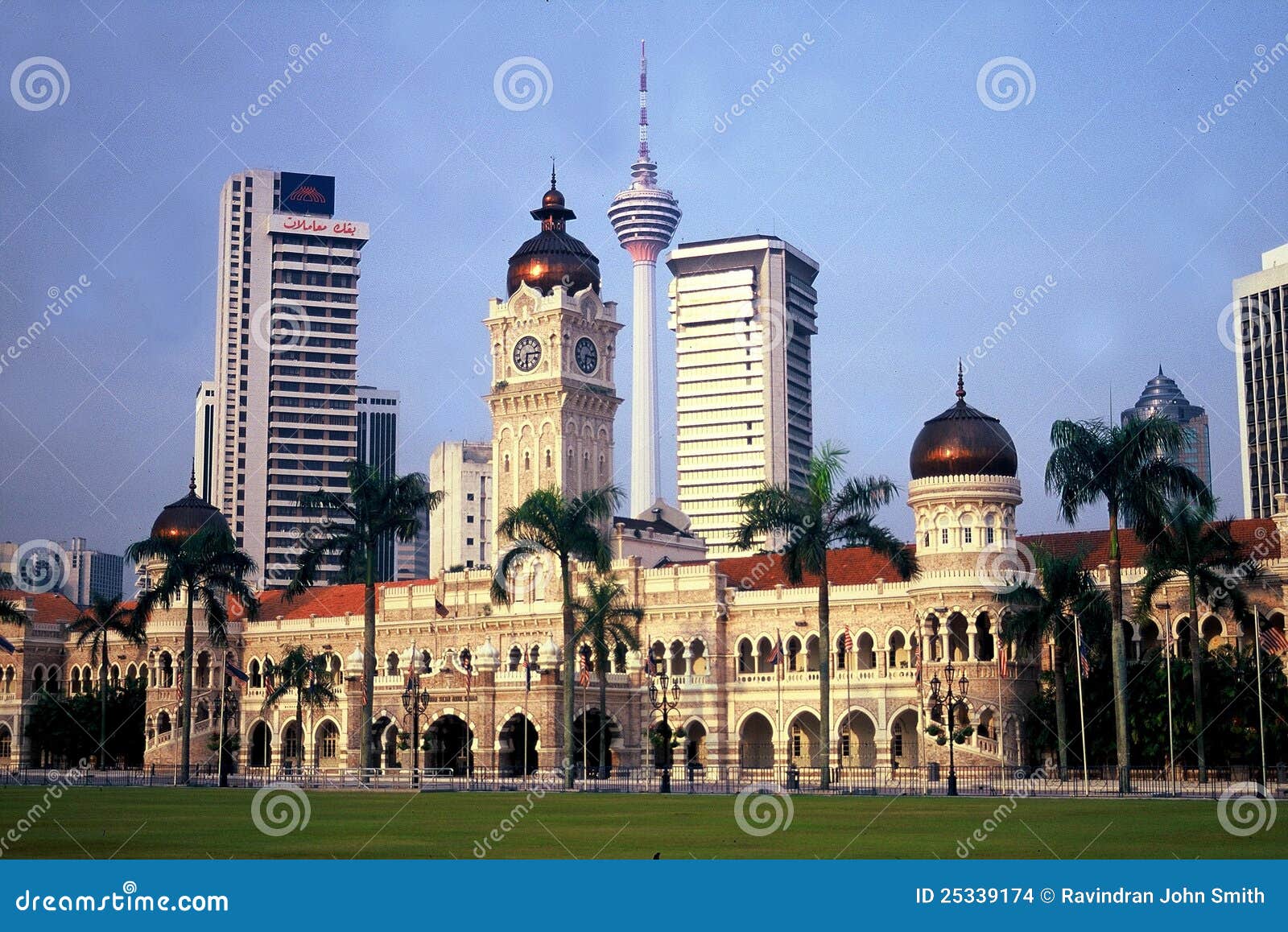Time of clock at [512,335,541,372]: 6:15
